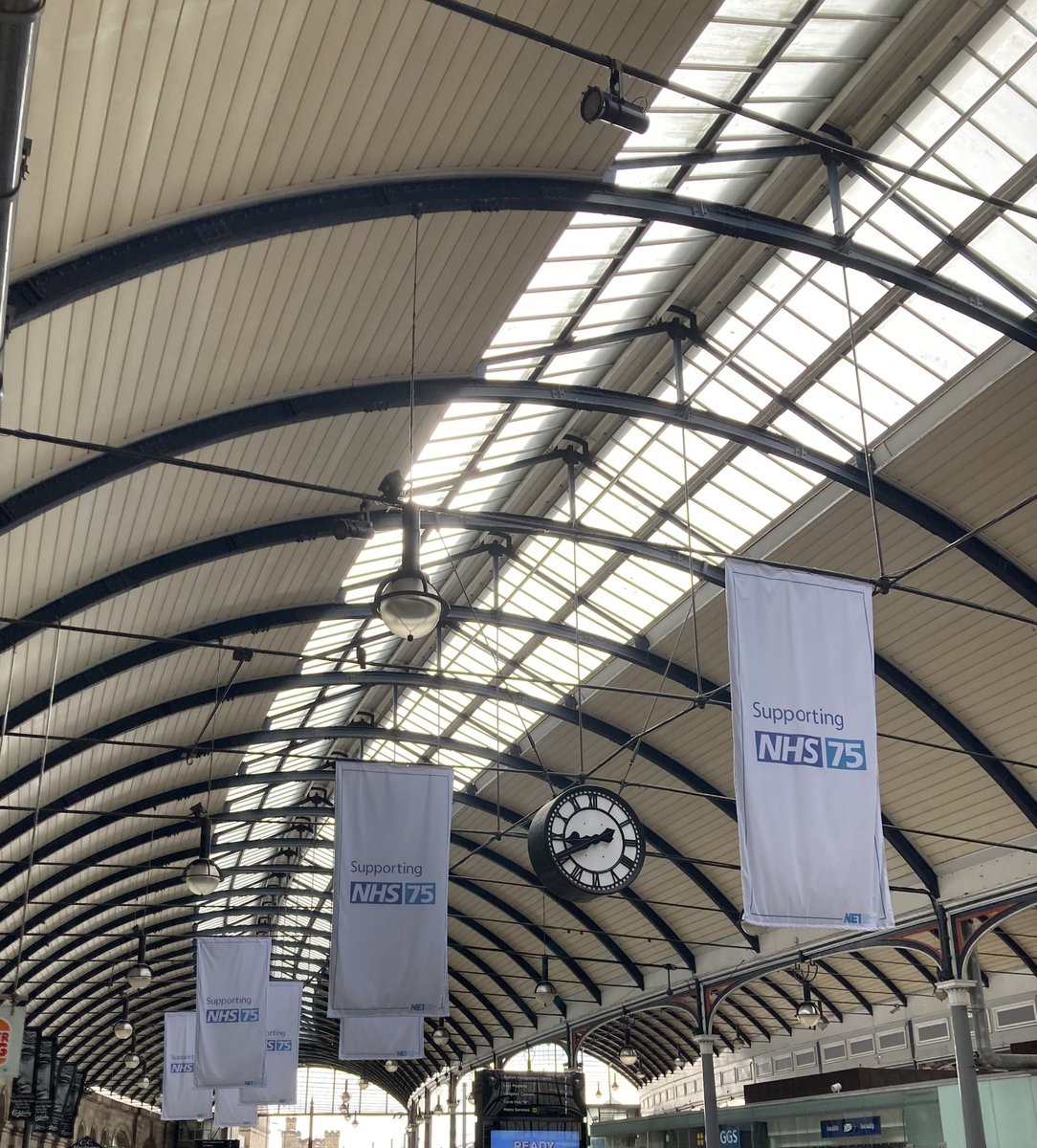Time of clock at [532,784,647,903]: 8:40
